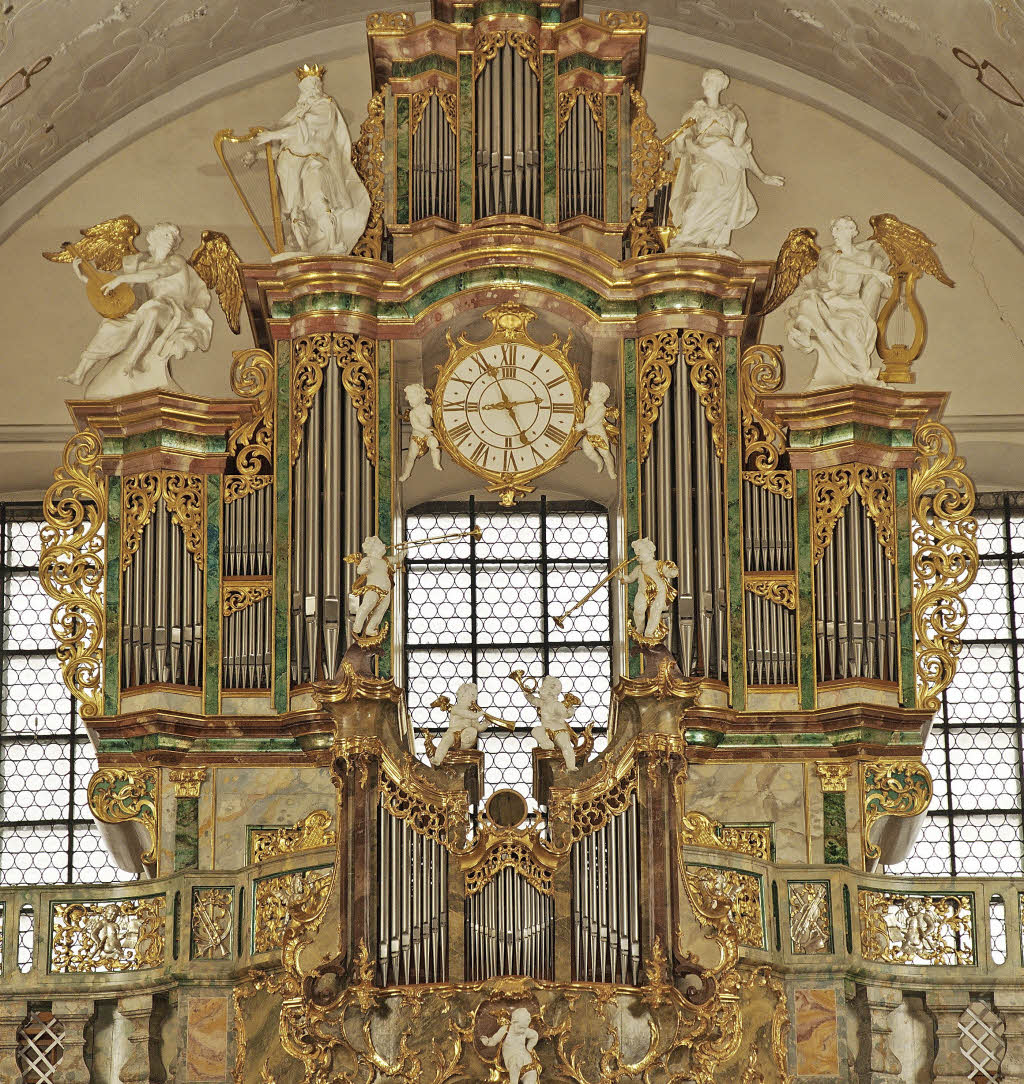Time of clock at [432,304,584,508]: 8:56
